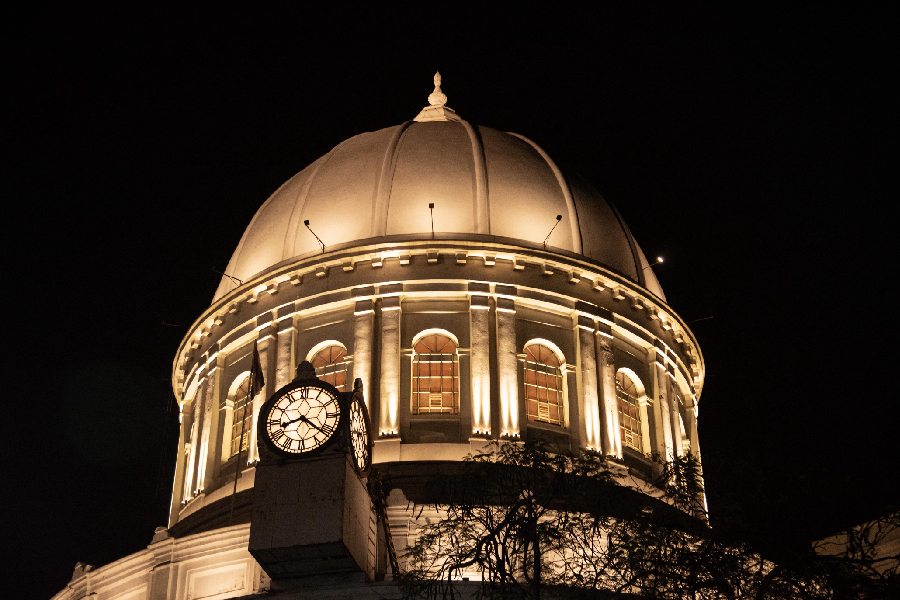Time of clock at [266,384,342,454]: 8:21
